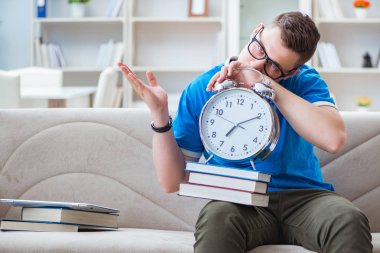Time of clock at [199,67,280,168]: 7:10
